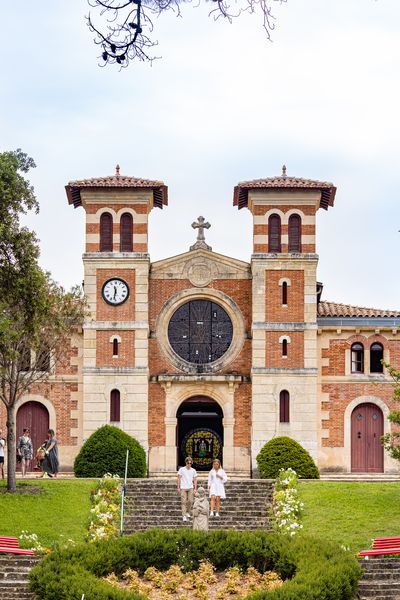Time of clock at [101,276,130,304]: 11:31
